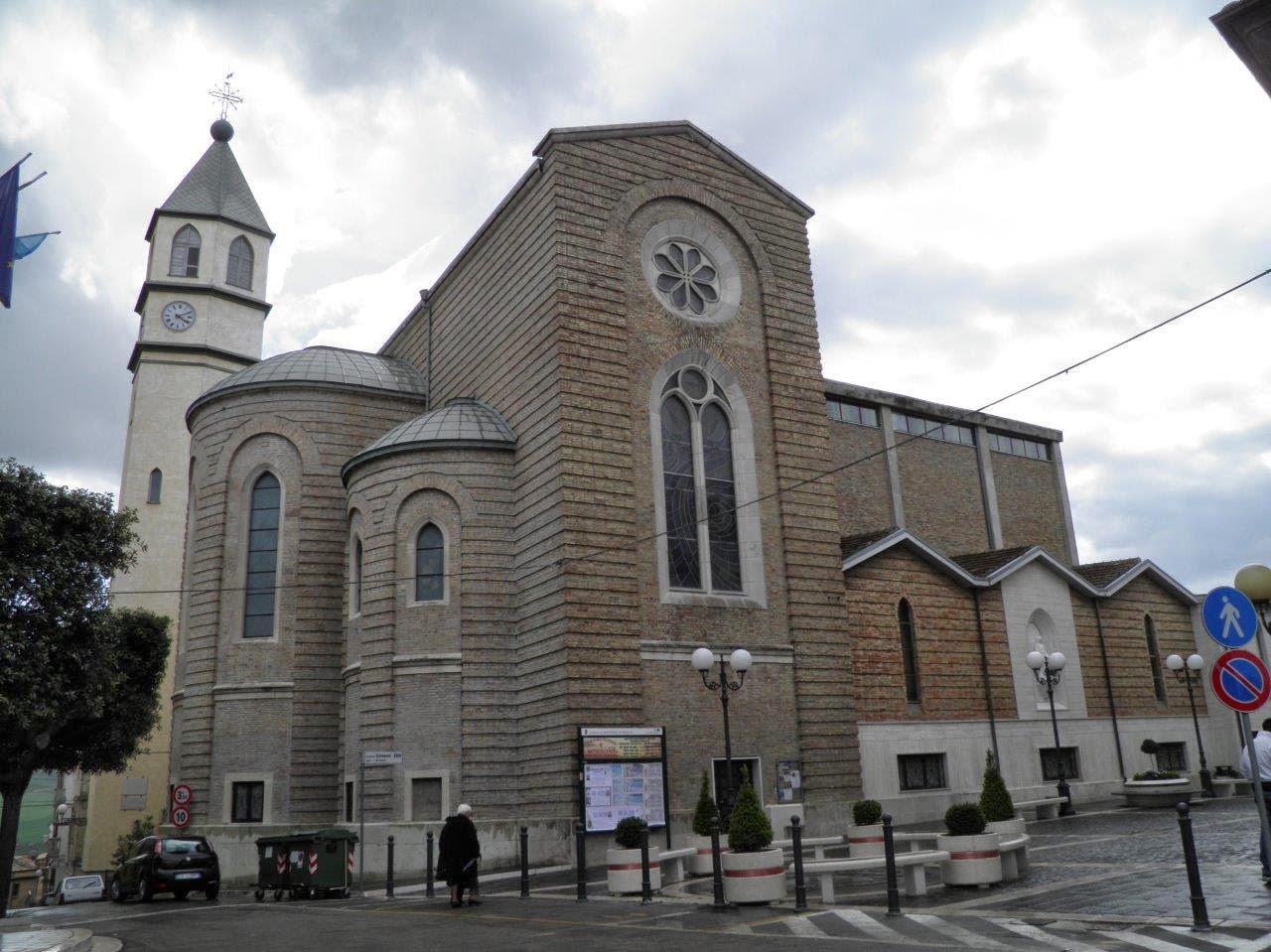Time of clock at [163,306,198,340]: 4:10
